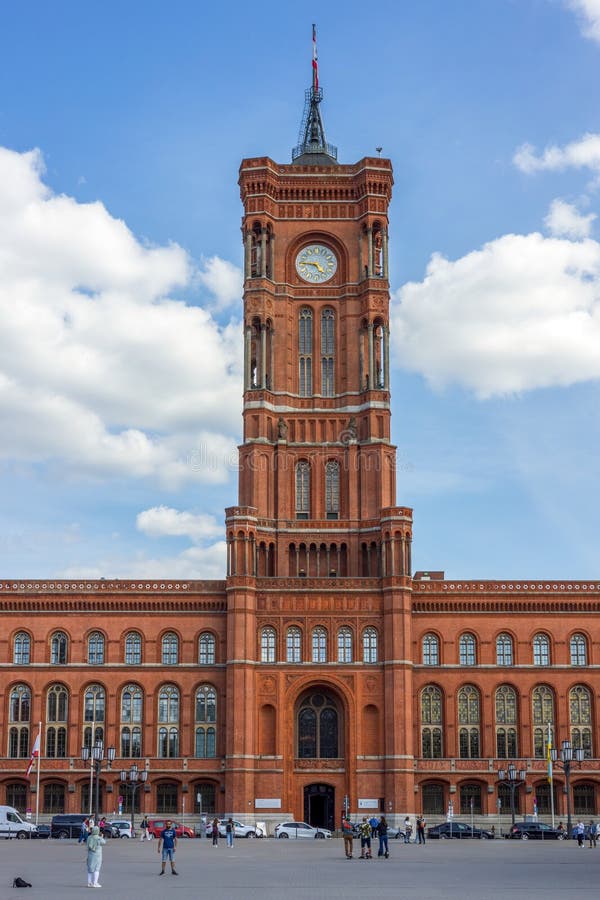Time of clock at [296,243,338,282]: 4:44
